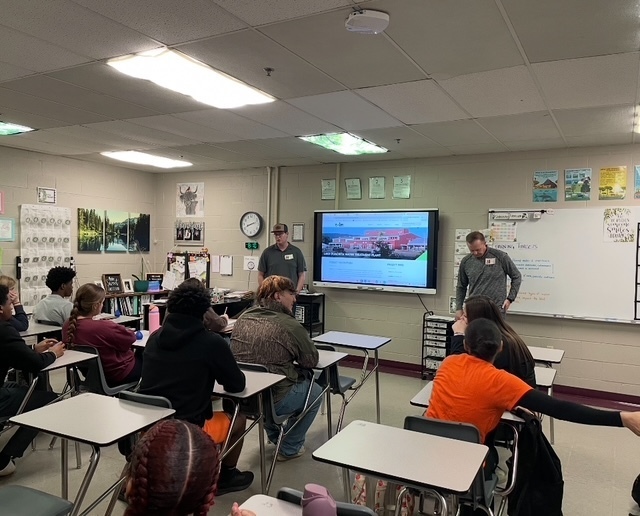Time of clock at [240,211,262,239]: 8:12
